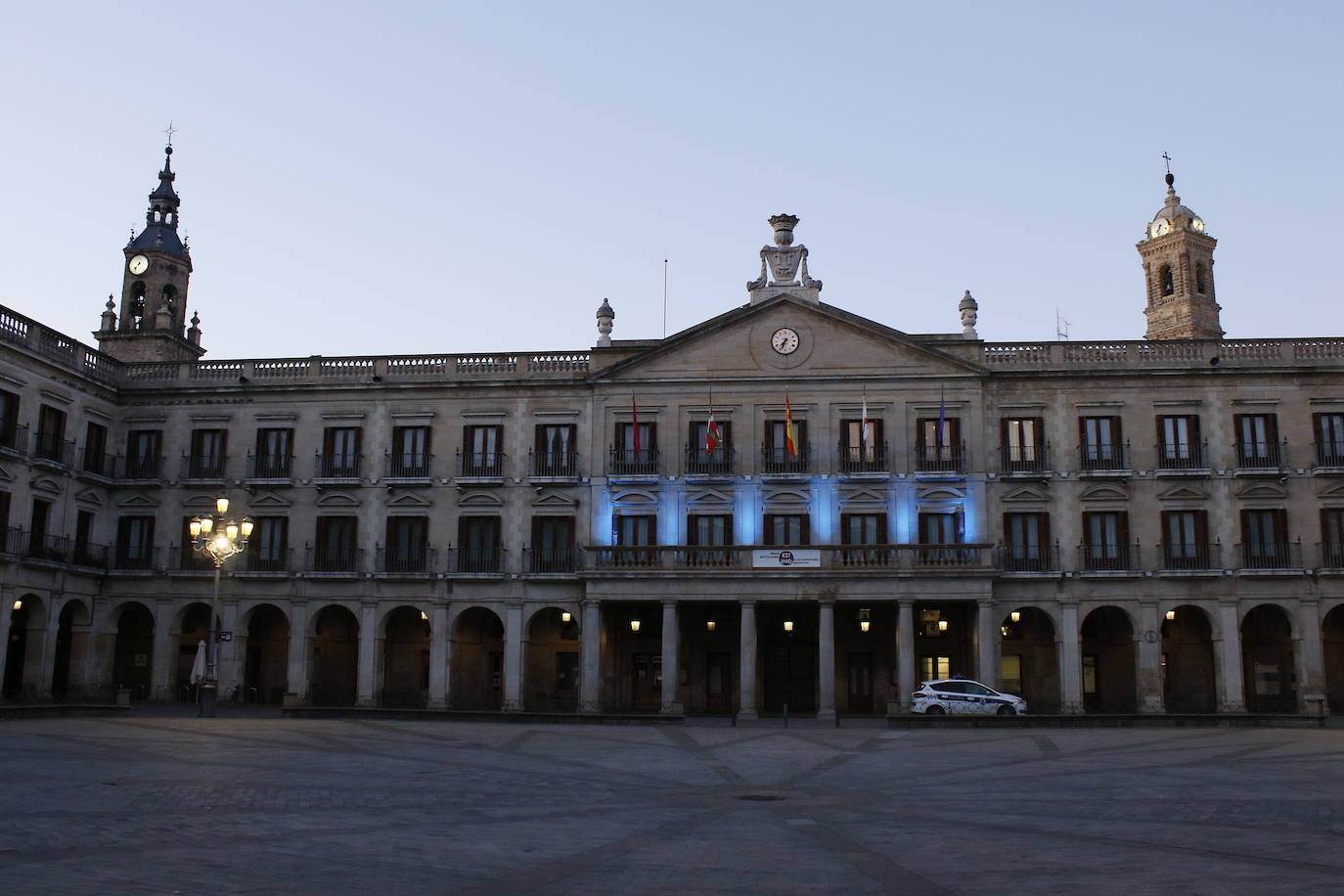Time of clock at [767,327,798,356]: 7:33
